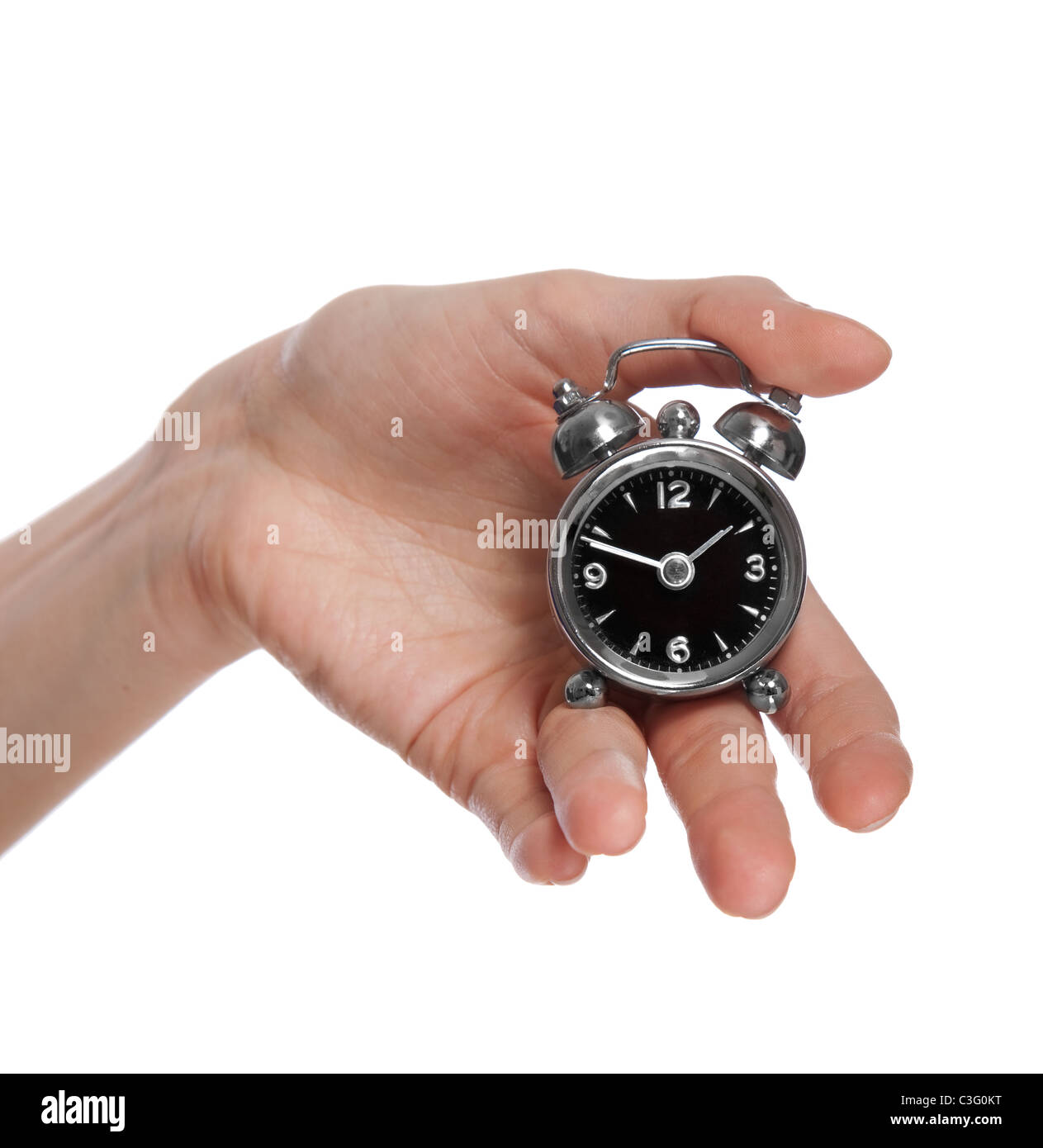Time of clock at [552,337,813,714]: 1:48
